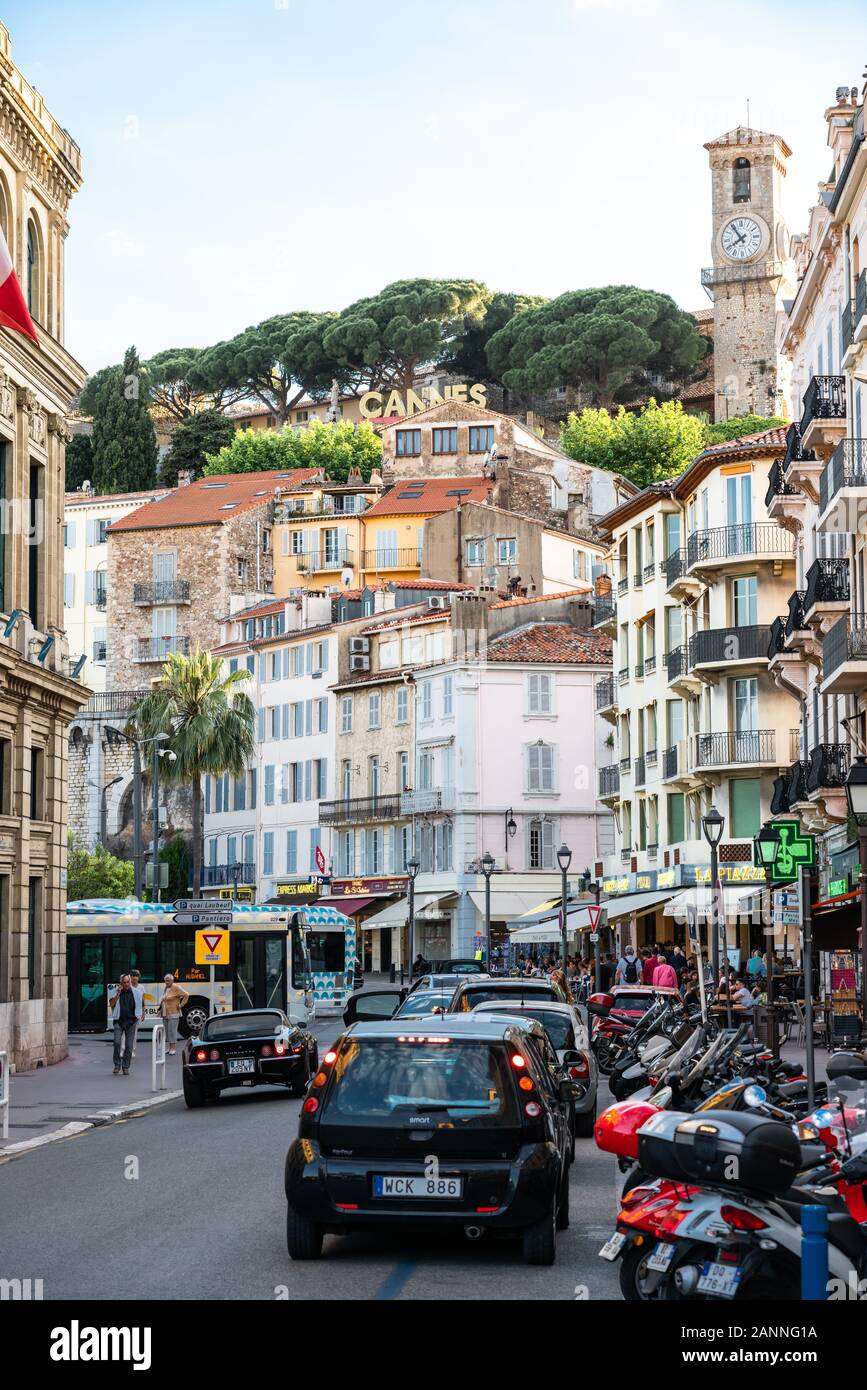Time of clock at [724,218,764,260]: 7:53
